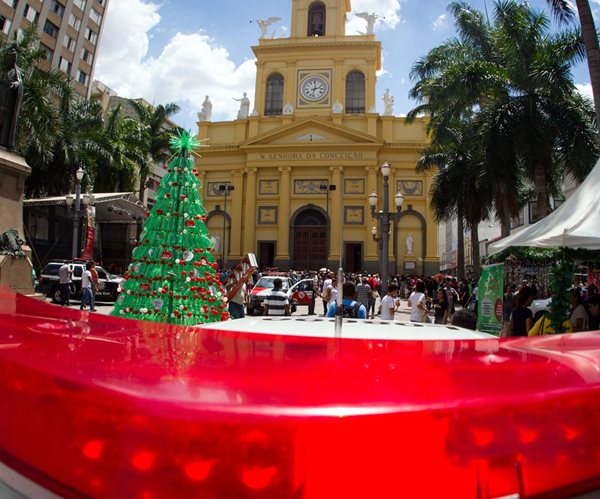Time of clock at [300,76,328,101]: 2:32
